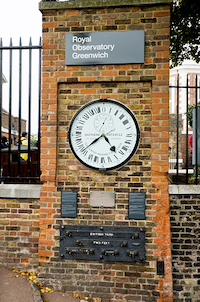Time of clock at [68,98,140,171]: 4:39
